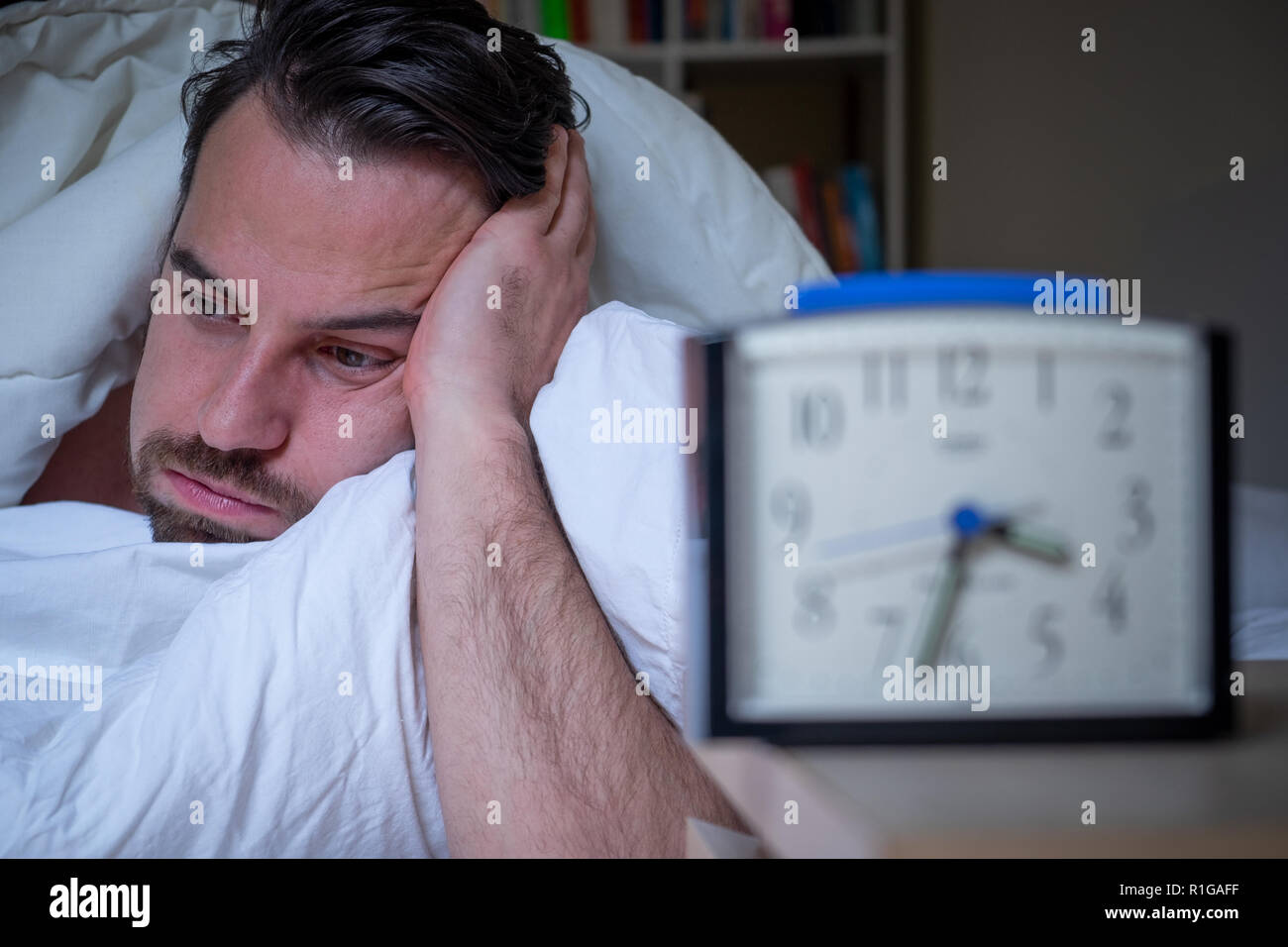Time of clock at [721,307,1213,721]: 3:33
